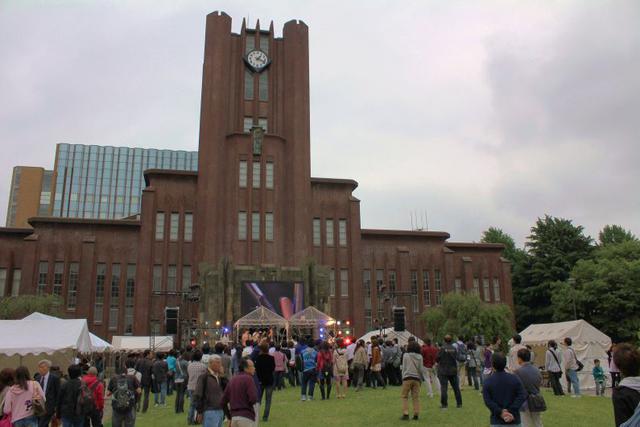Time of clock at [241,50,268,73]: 1:18
